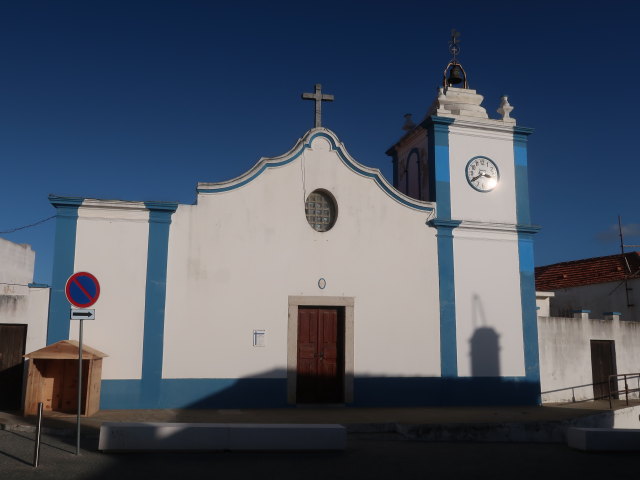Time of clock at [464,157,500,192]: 3:40
